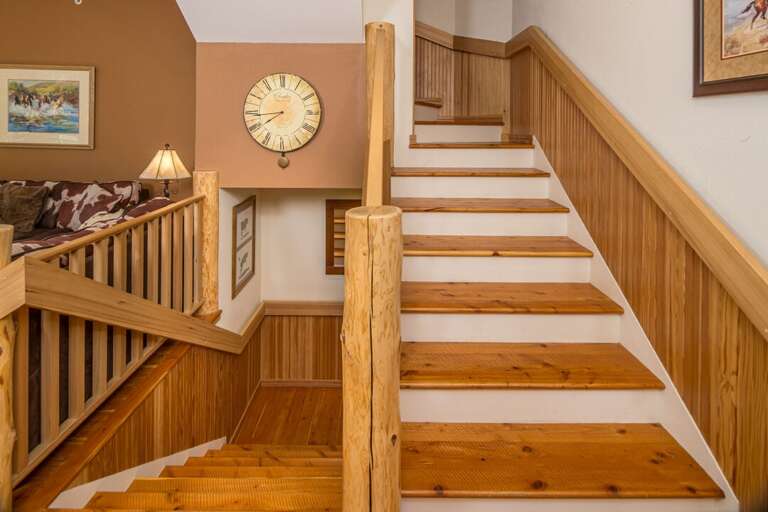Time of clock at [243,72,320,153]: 7:43
